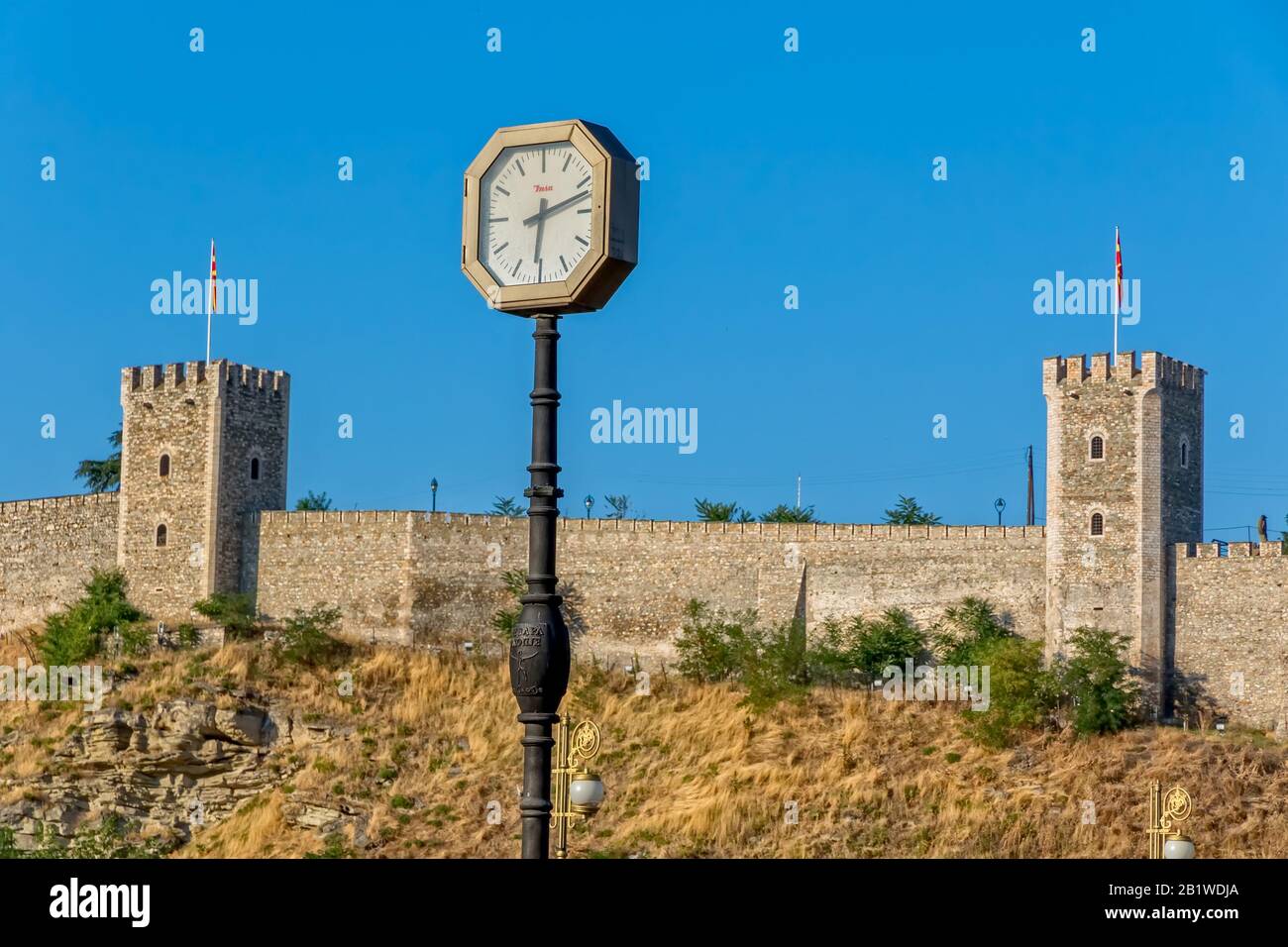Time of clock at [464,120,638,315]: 6:12
